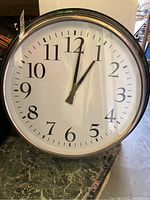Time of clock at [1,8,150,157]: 1:01
